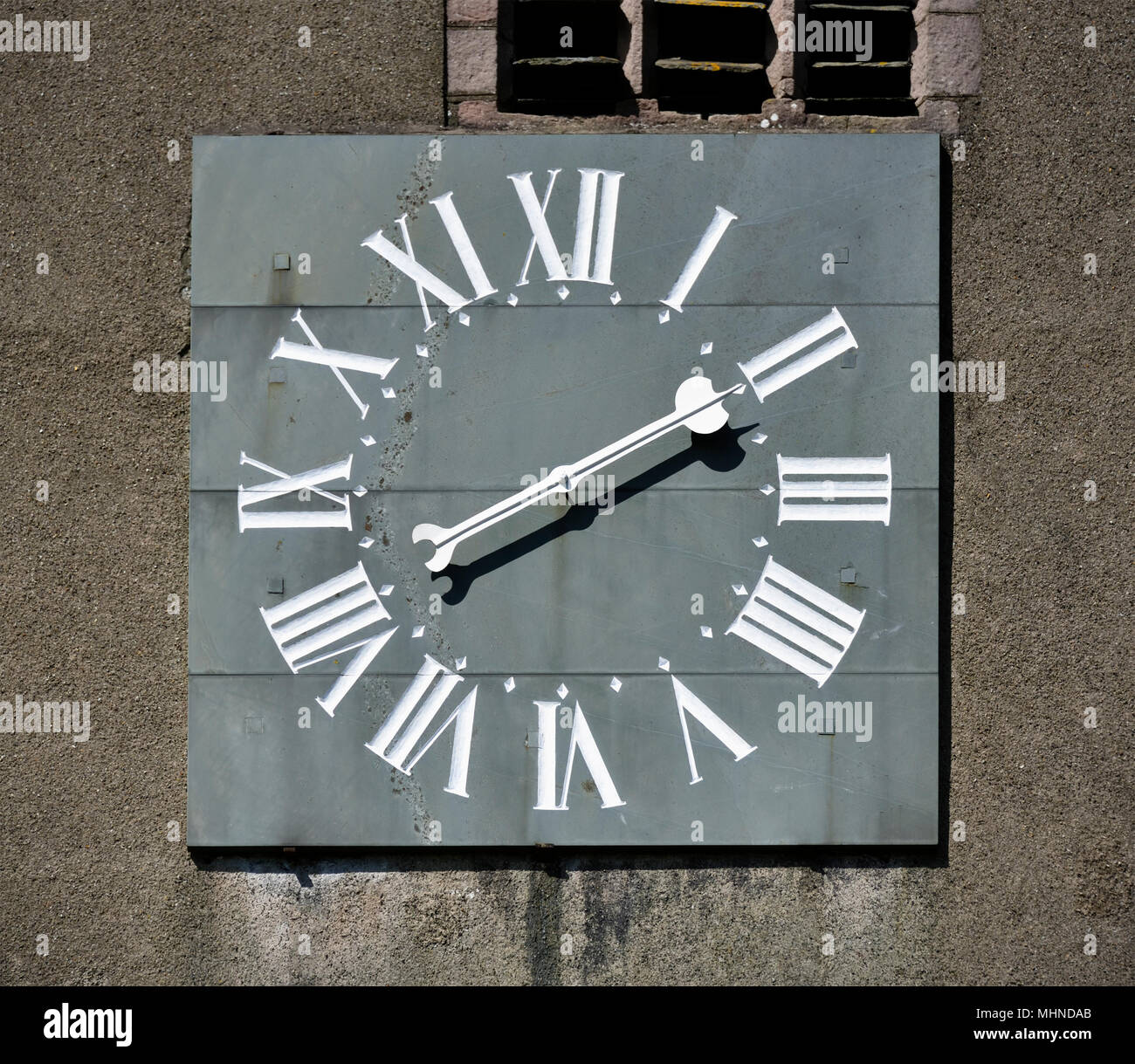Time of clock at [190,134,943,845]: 2:10
